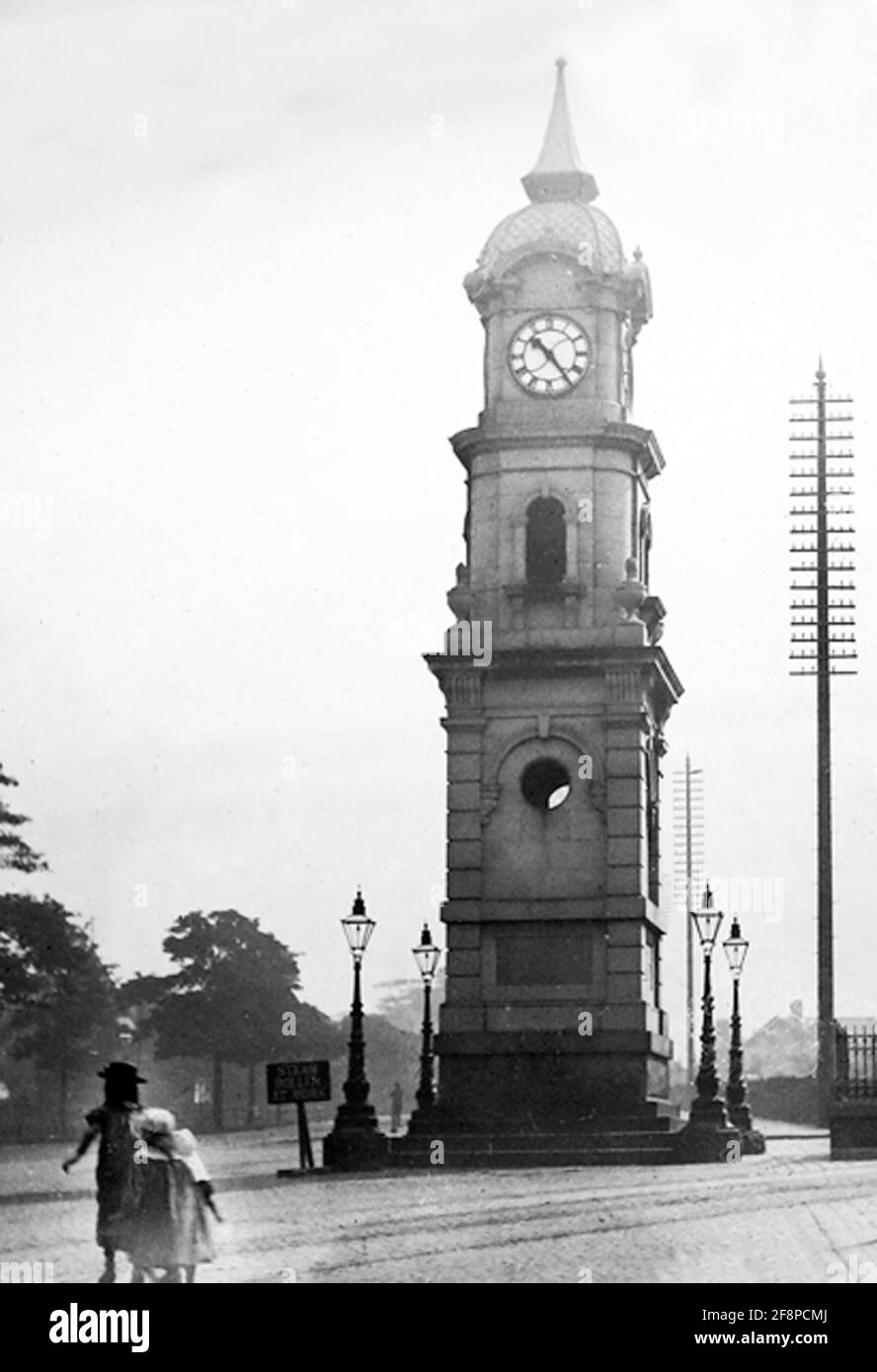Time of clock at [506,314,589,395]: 10:24
